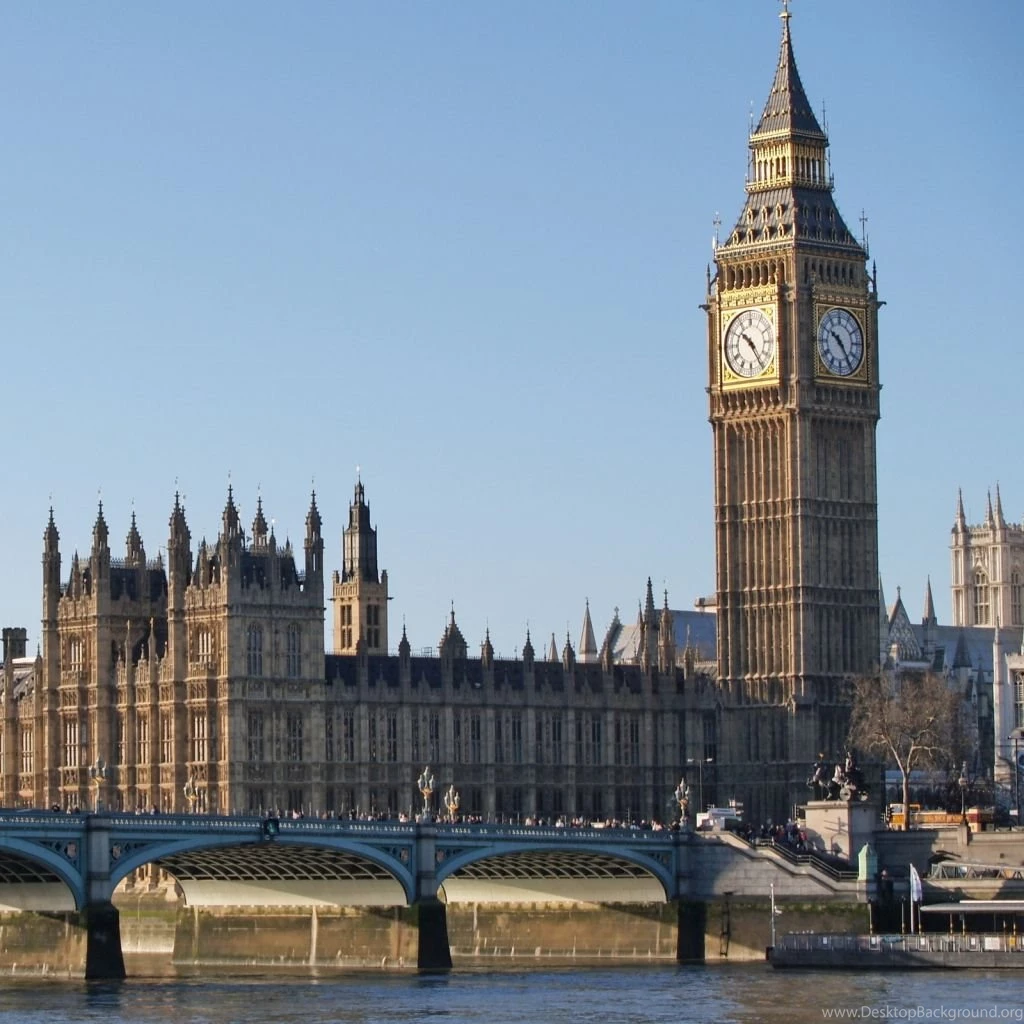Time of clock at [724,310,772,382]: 10:24
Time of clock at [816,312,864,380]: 10:24
